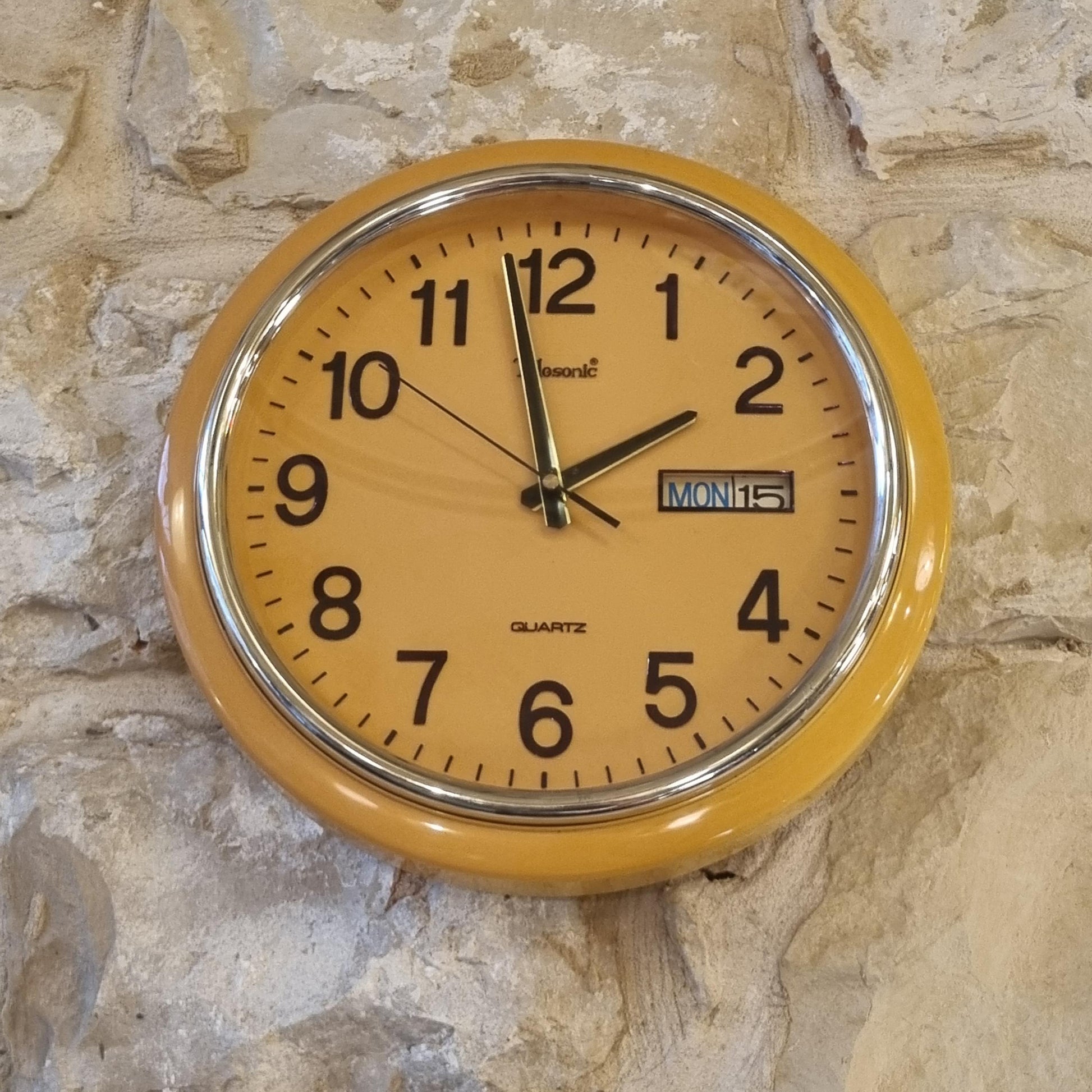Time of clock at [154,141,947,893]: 1:58
